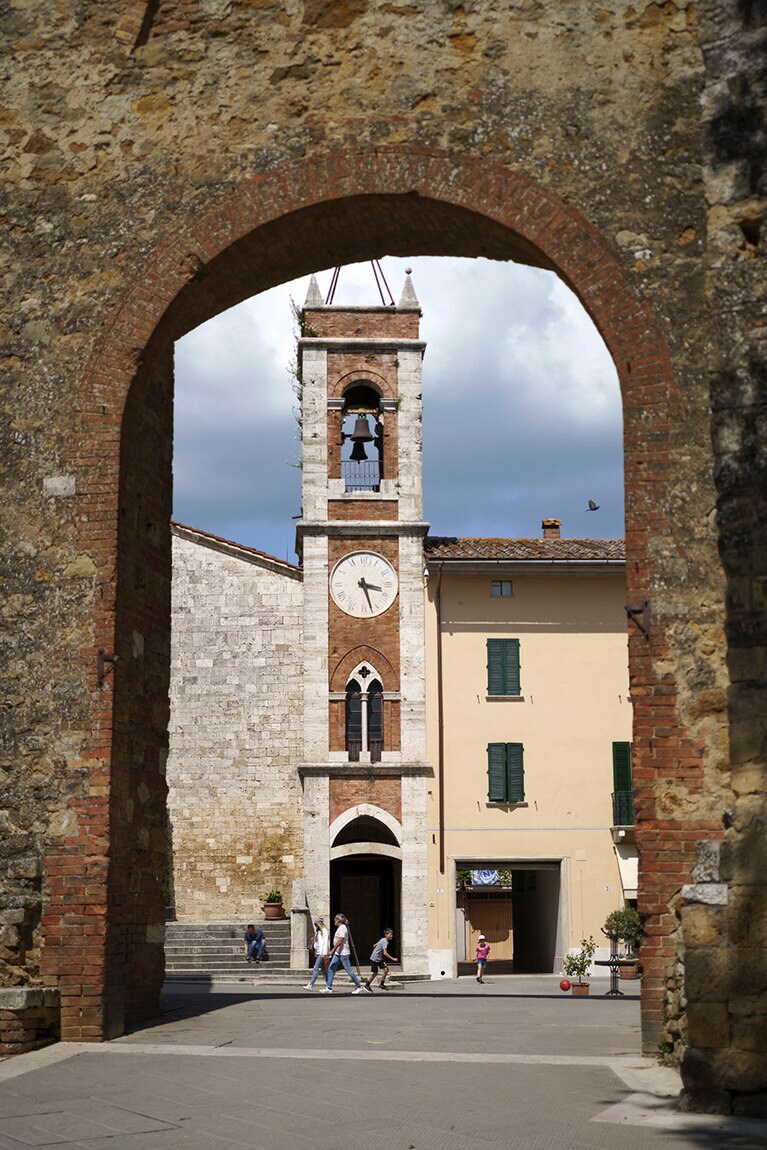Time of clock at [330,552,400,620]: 3:27
